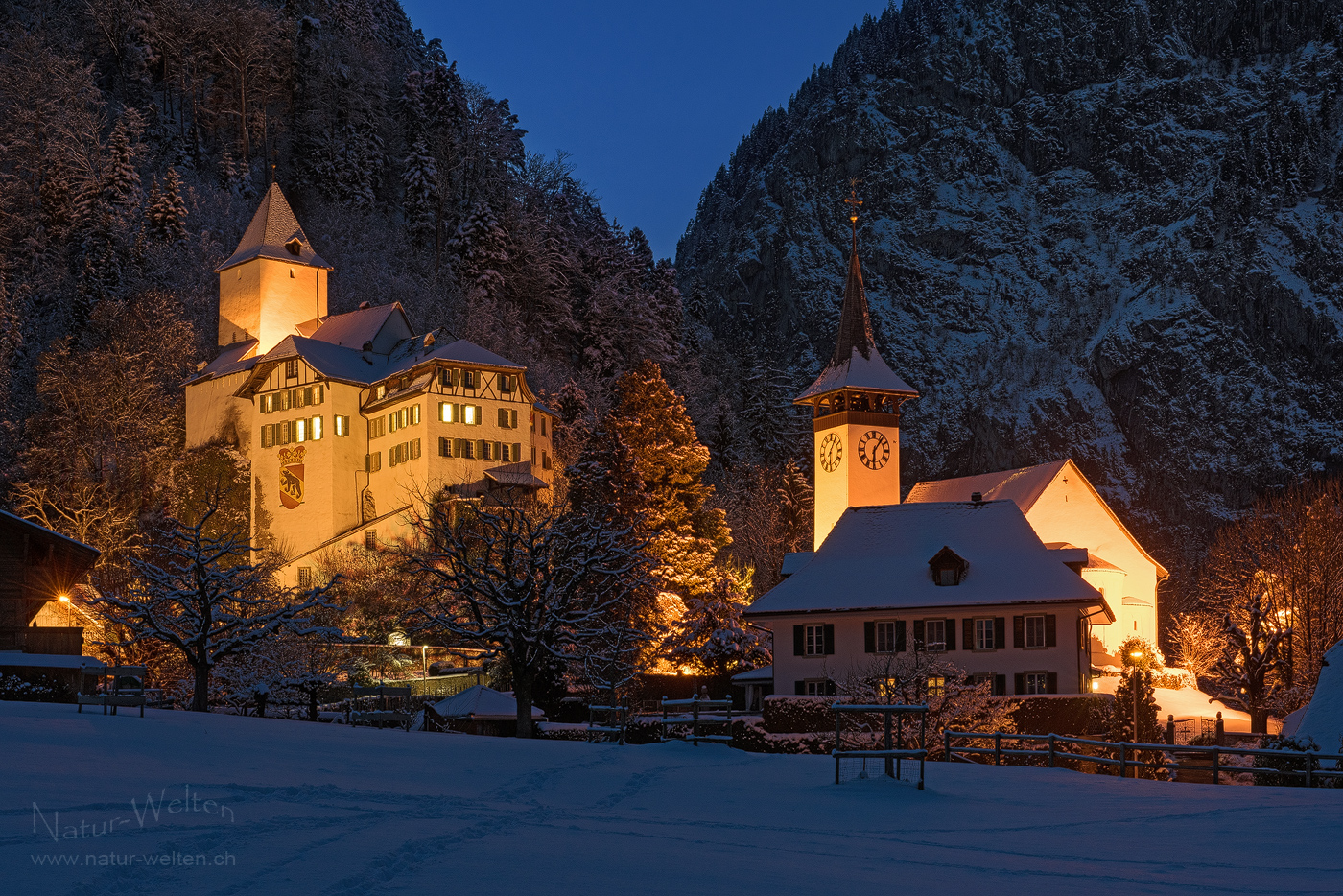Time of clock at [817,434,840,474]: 6:05
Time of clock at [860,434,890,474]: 6:06
